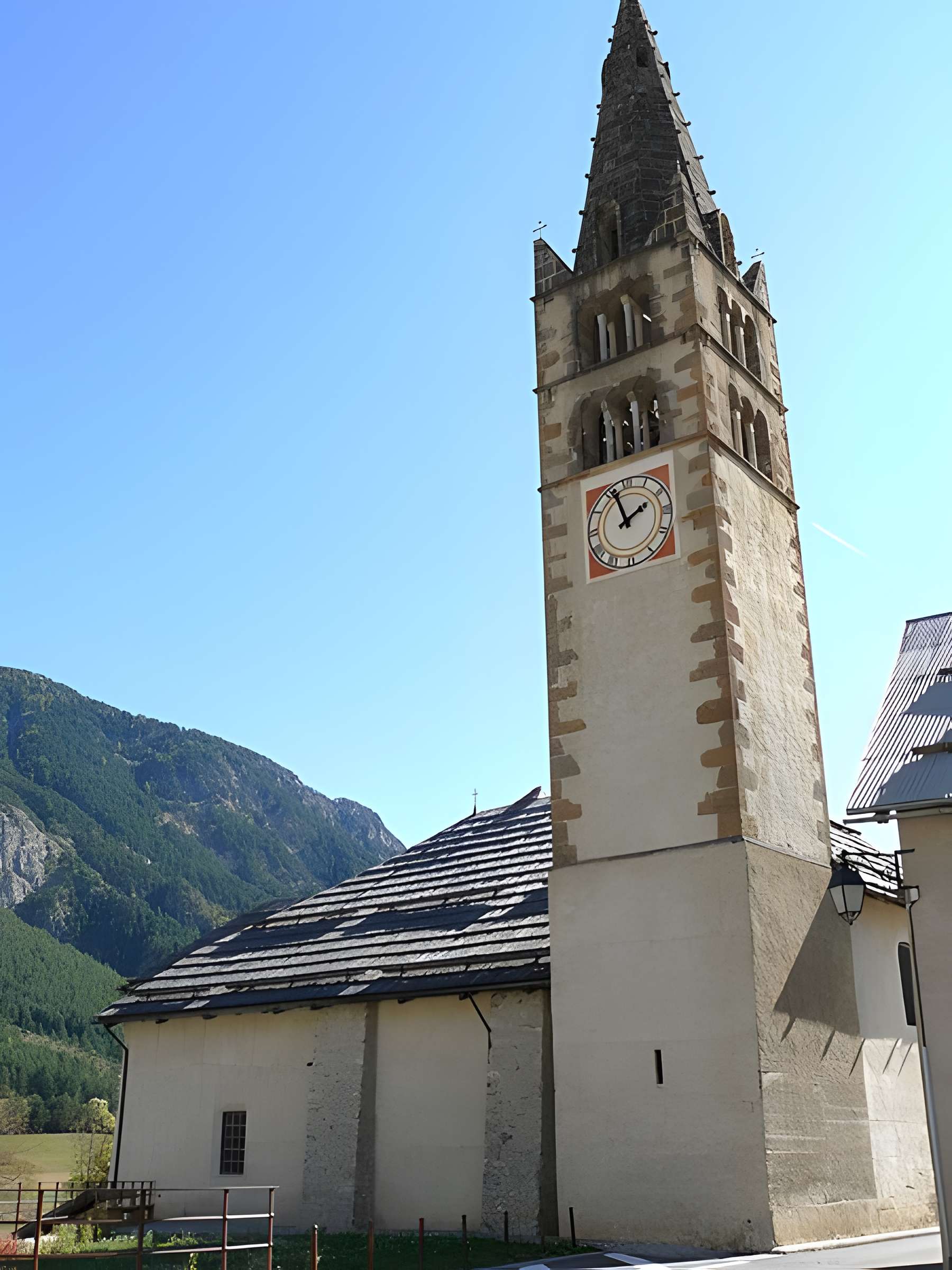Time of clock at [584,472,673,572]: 1:56
